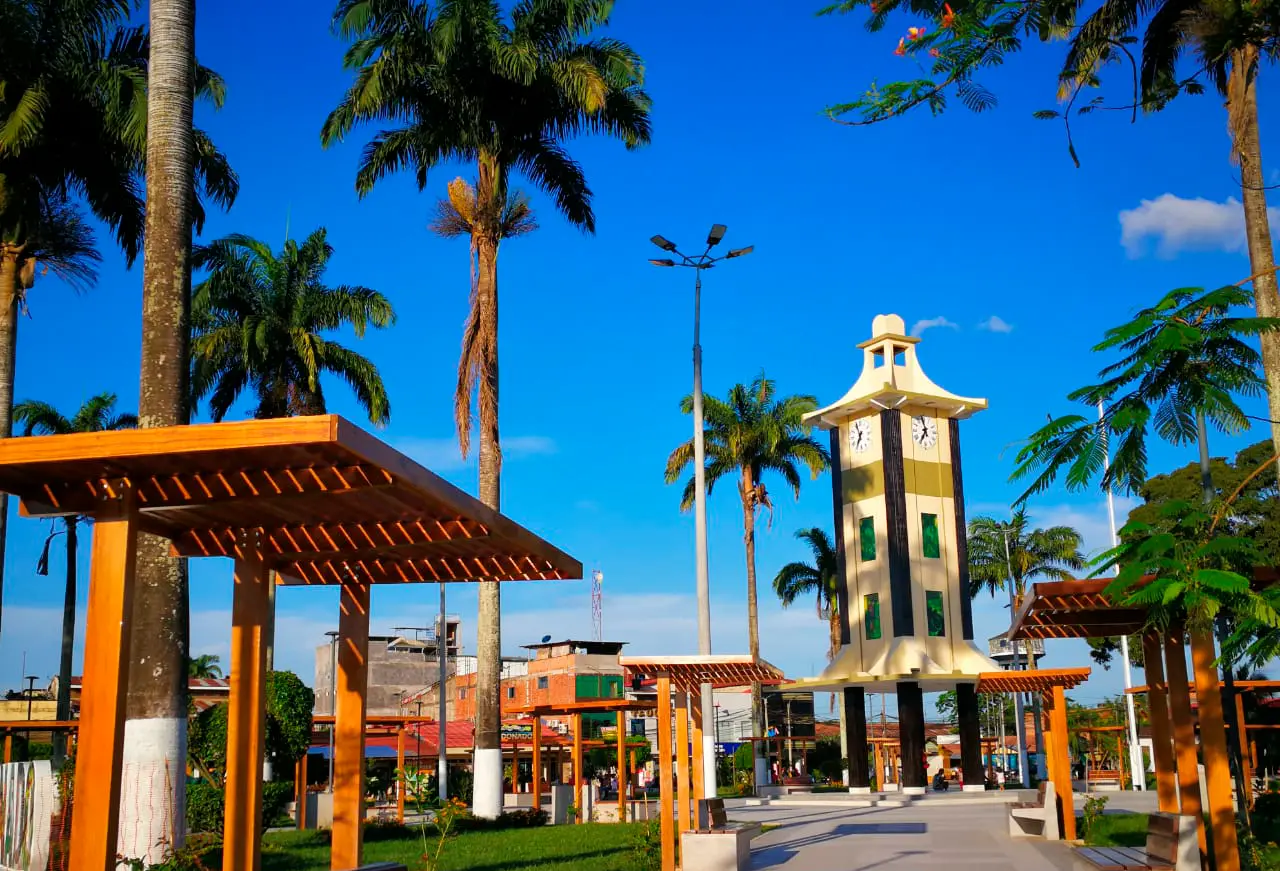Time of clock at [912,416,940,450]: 6:58
